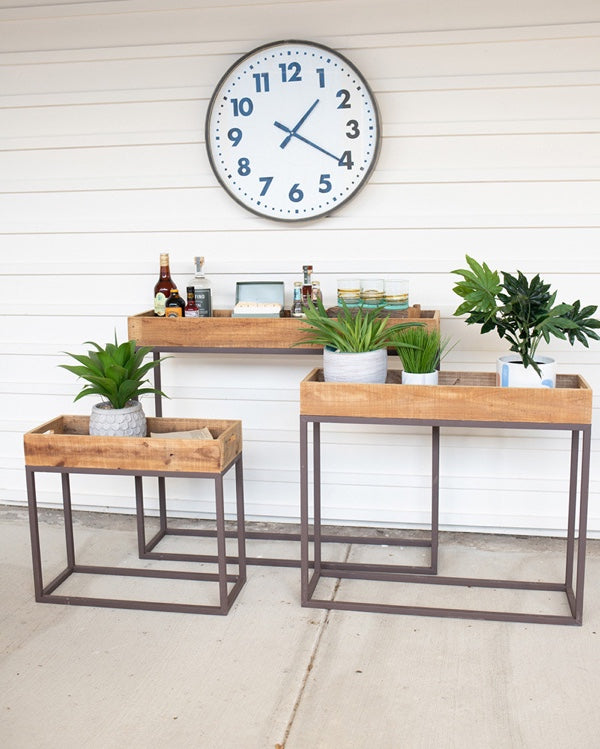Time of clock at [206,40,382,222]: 1:20
